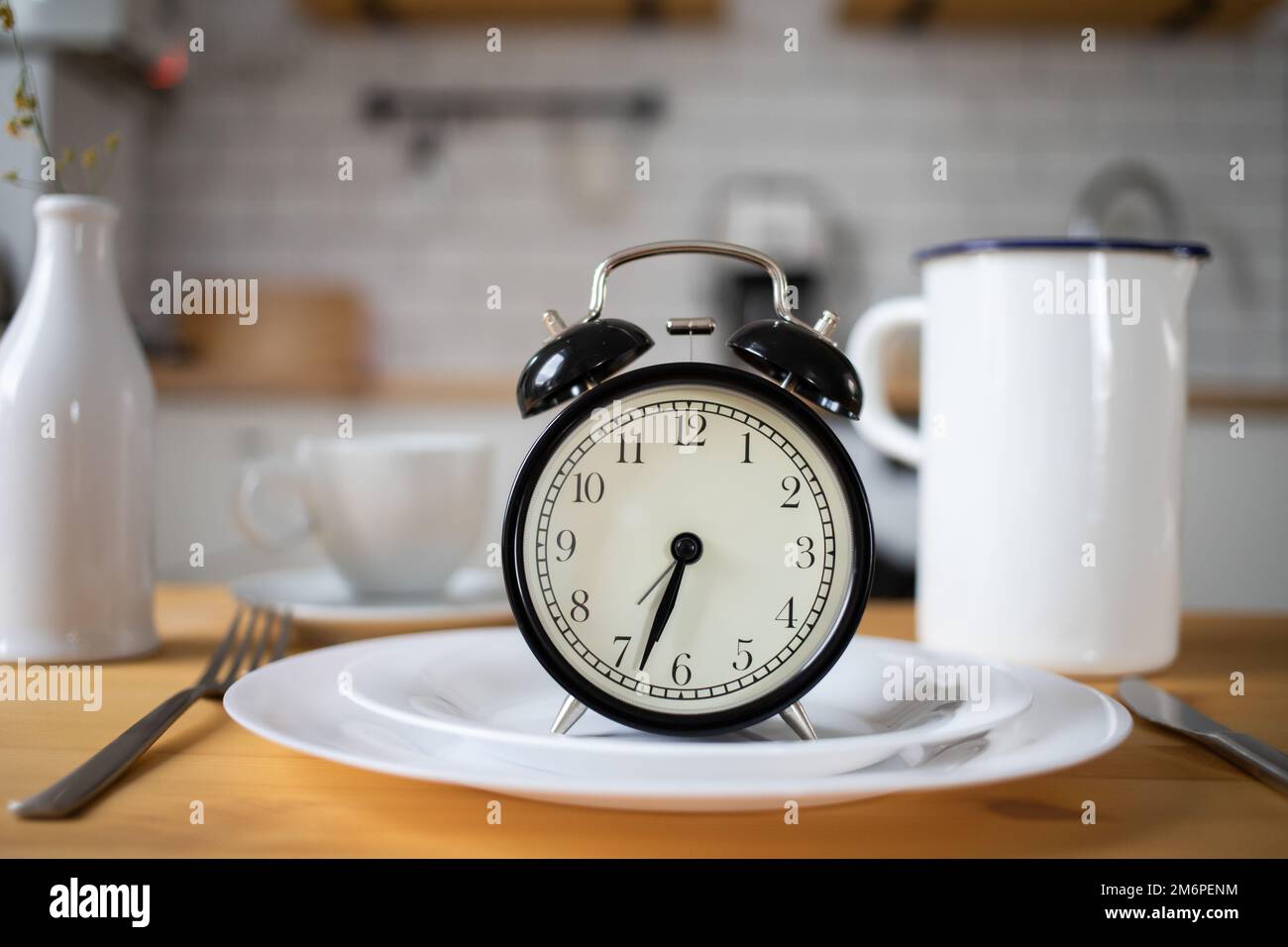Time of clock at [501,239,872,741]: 6:33
